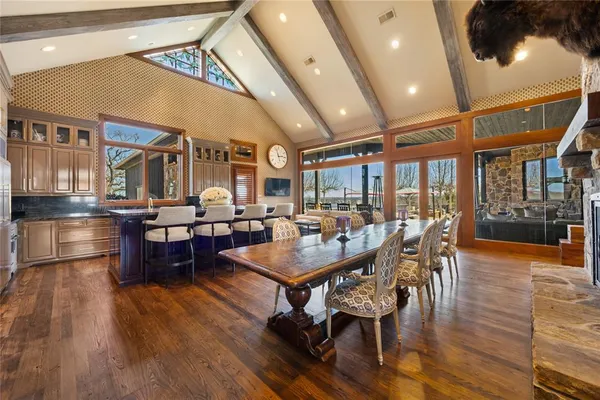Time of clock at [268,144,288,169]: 2:56
